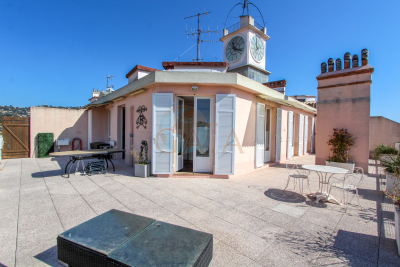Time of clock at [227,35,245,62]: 11:17
